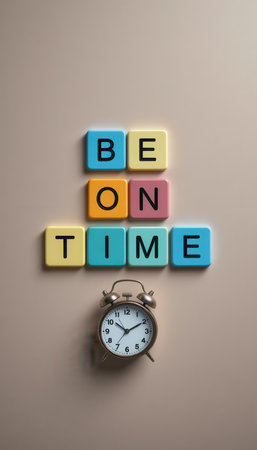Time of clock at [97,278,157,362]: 10:10
